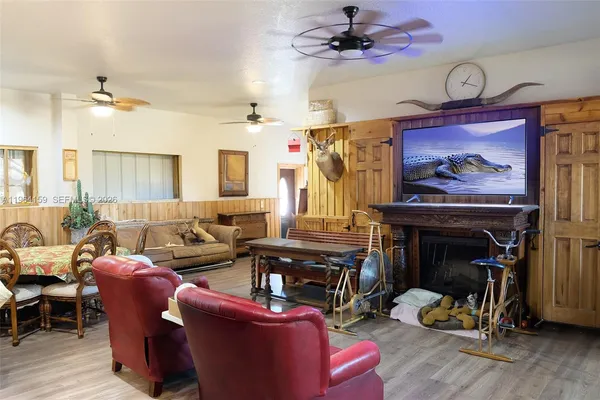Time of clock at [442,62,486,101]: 1:18
